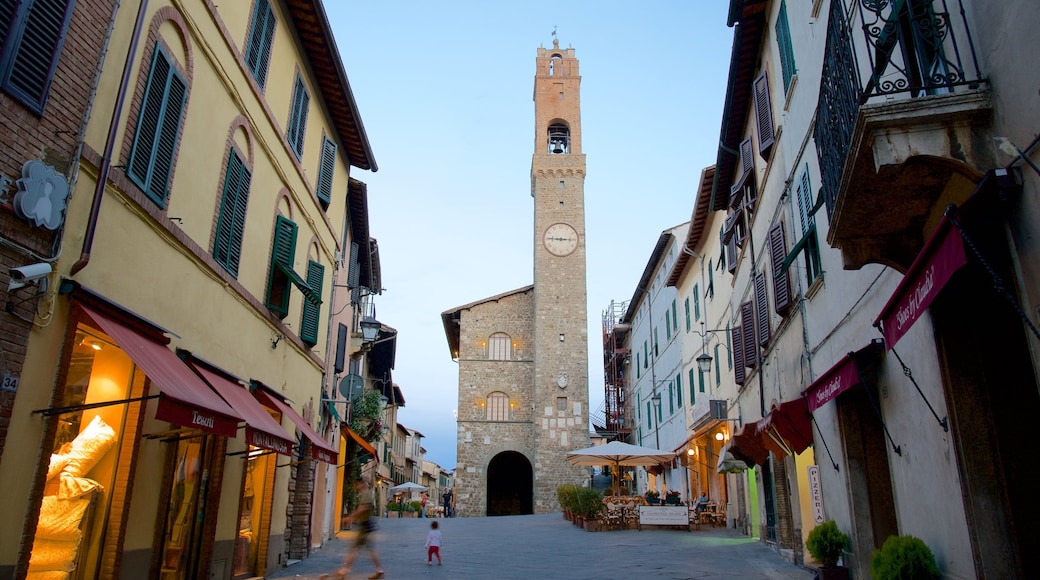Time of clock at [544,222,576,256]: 9:15
